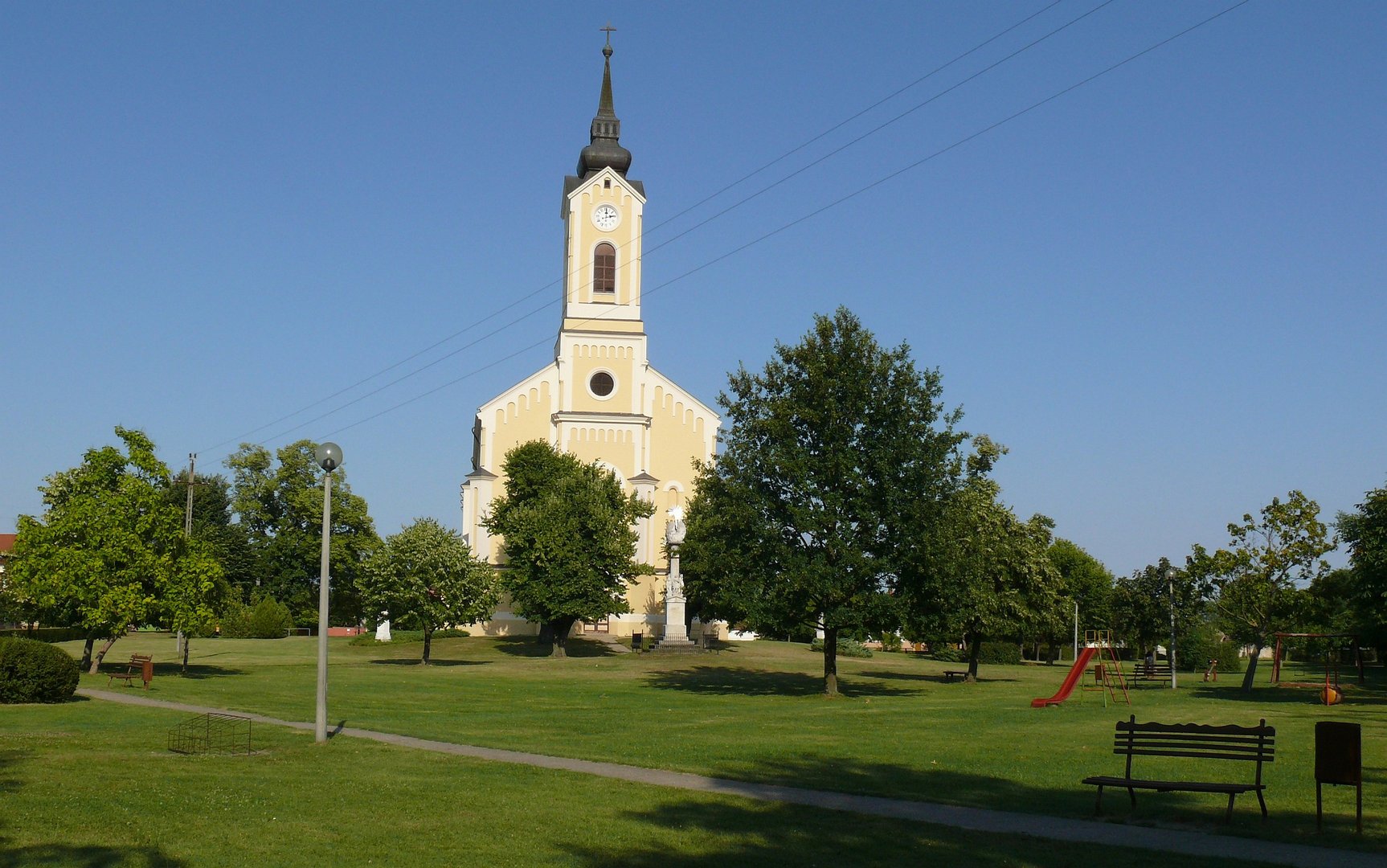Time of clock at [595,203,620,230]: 12:13
